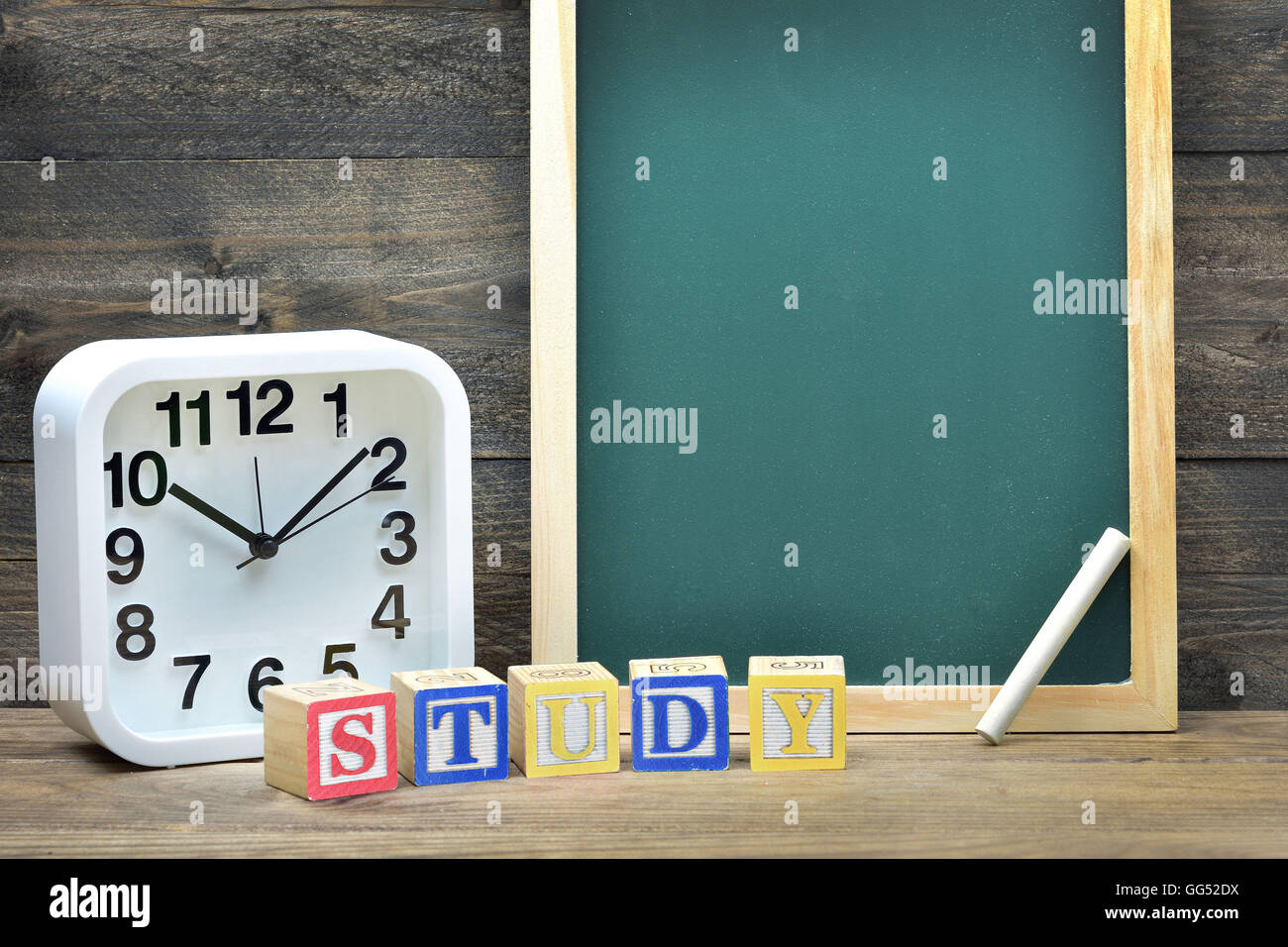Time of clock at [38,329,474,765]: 10:08
